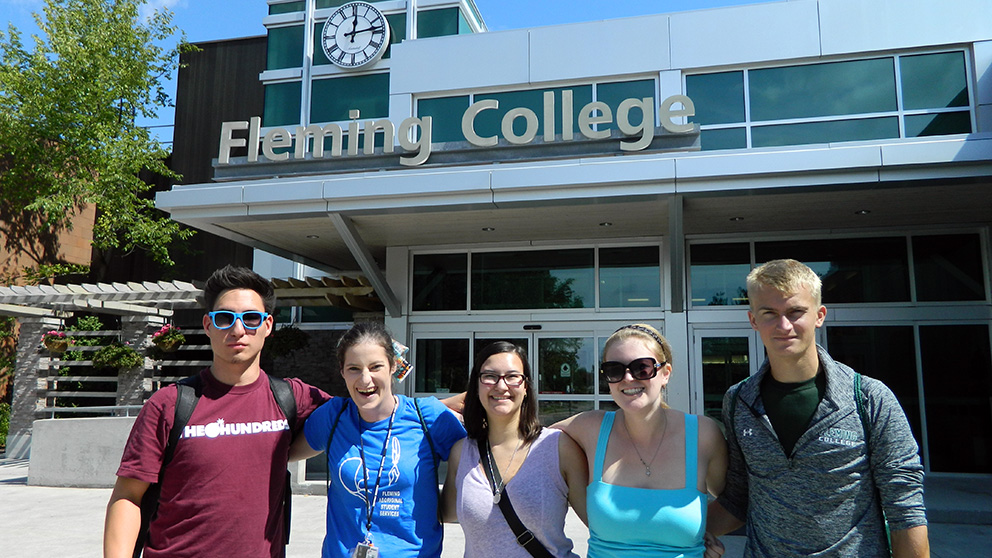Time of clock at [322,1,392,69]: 12:13
